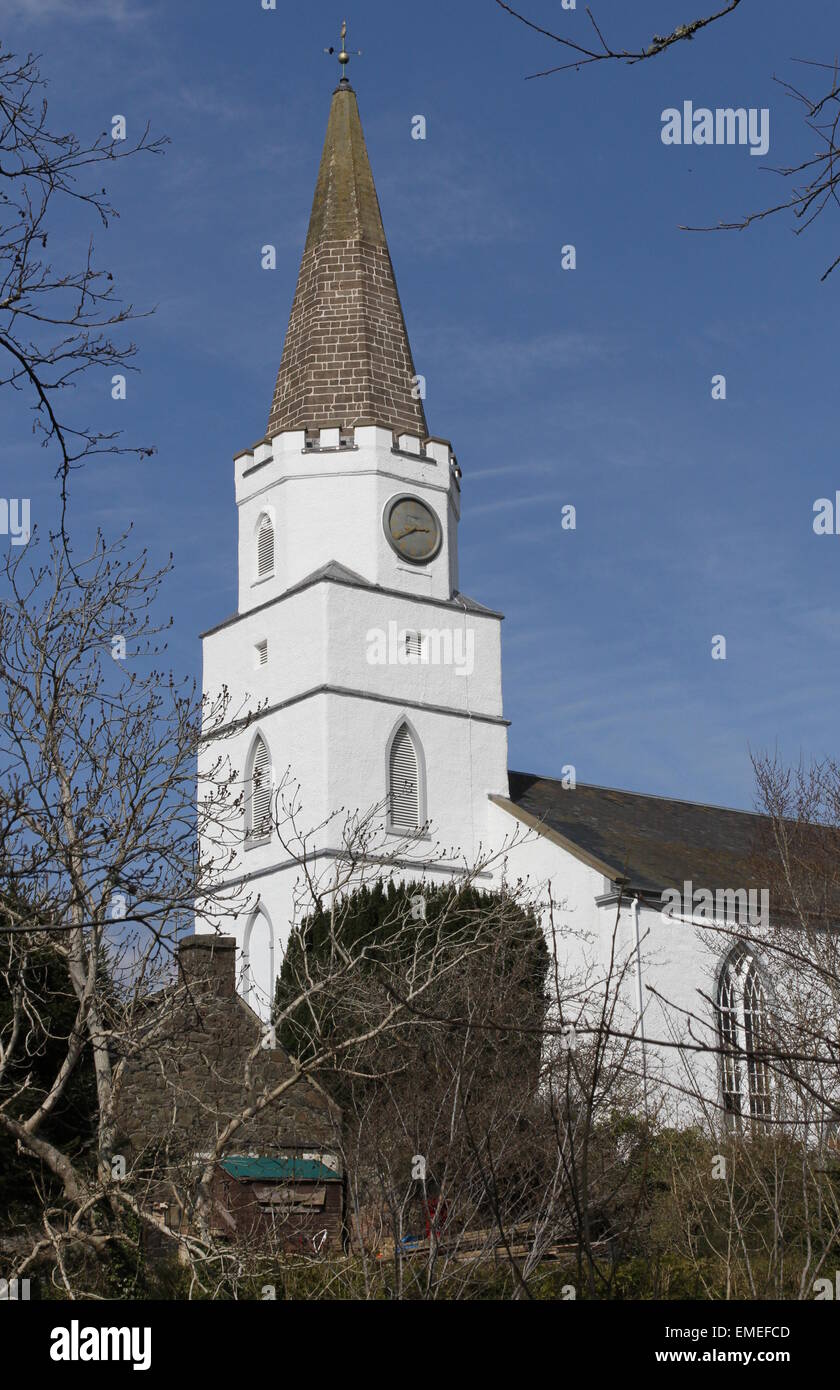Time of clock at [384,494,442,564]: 2:40
